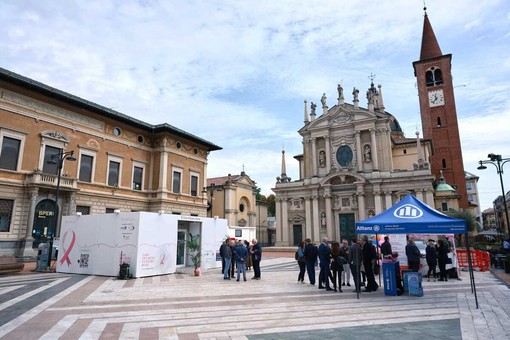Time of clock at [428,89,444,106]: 11:37
